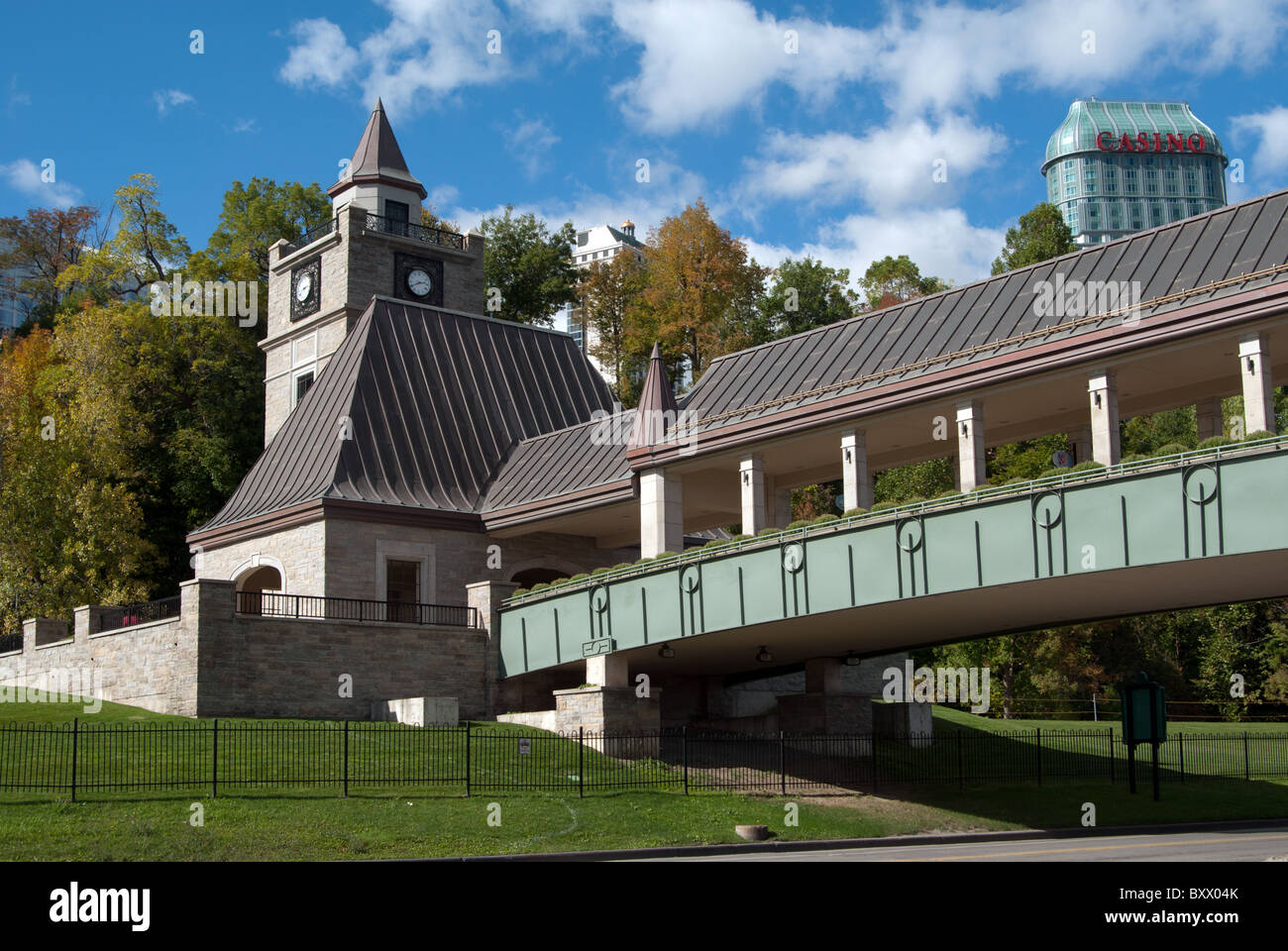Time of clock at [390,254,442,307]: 2:40
